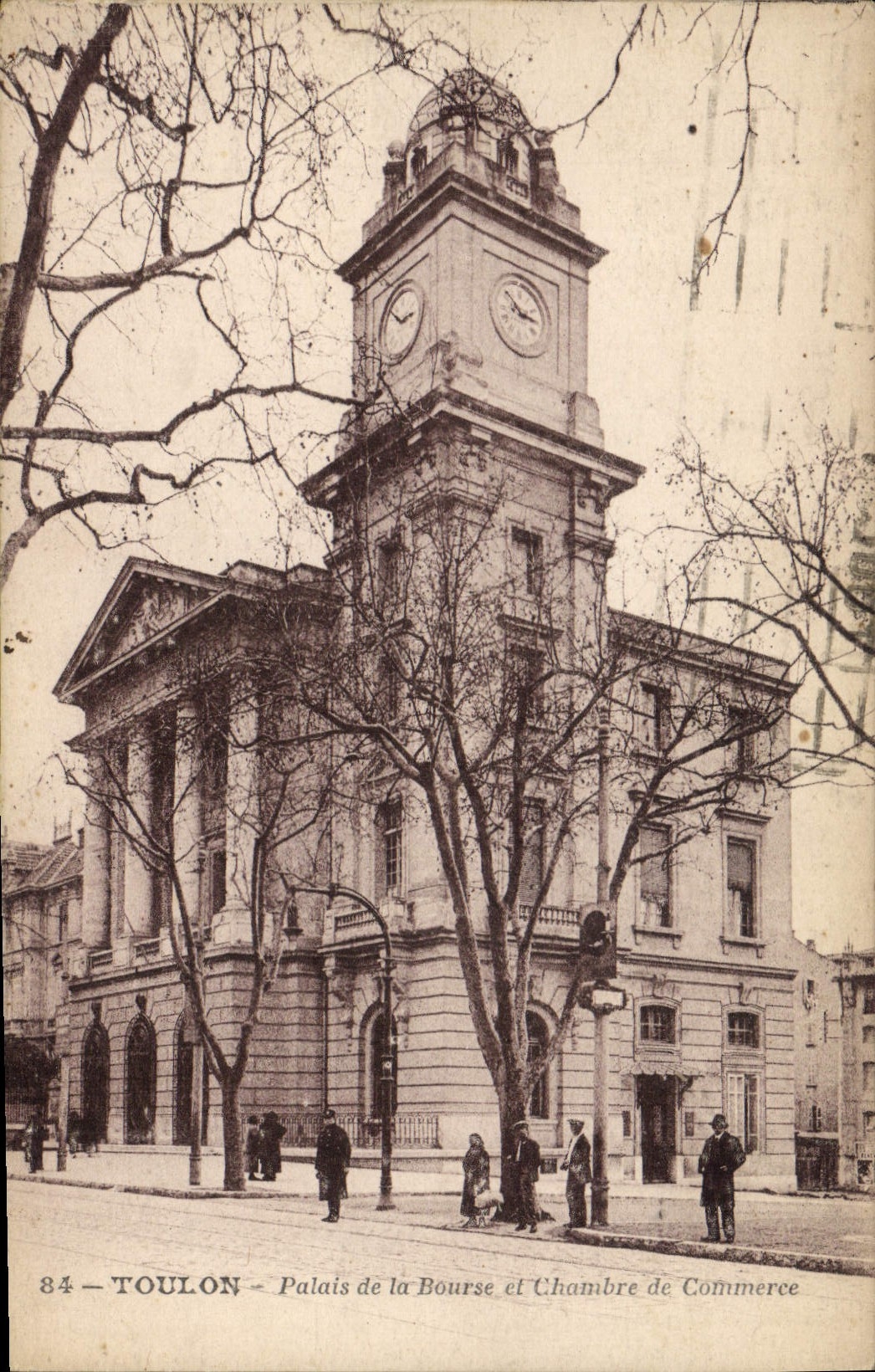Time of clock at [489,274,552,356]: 2:52
